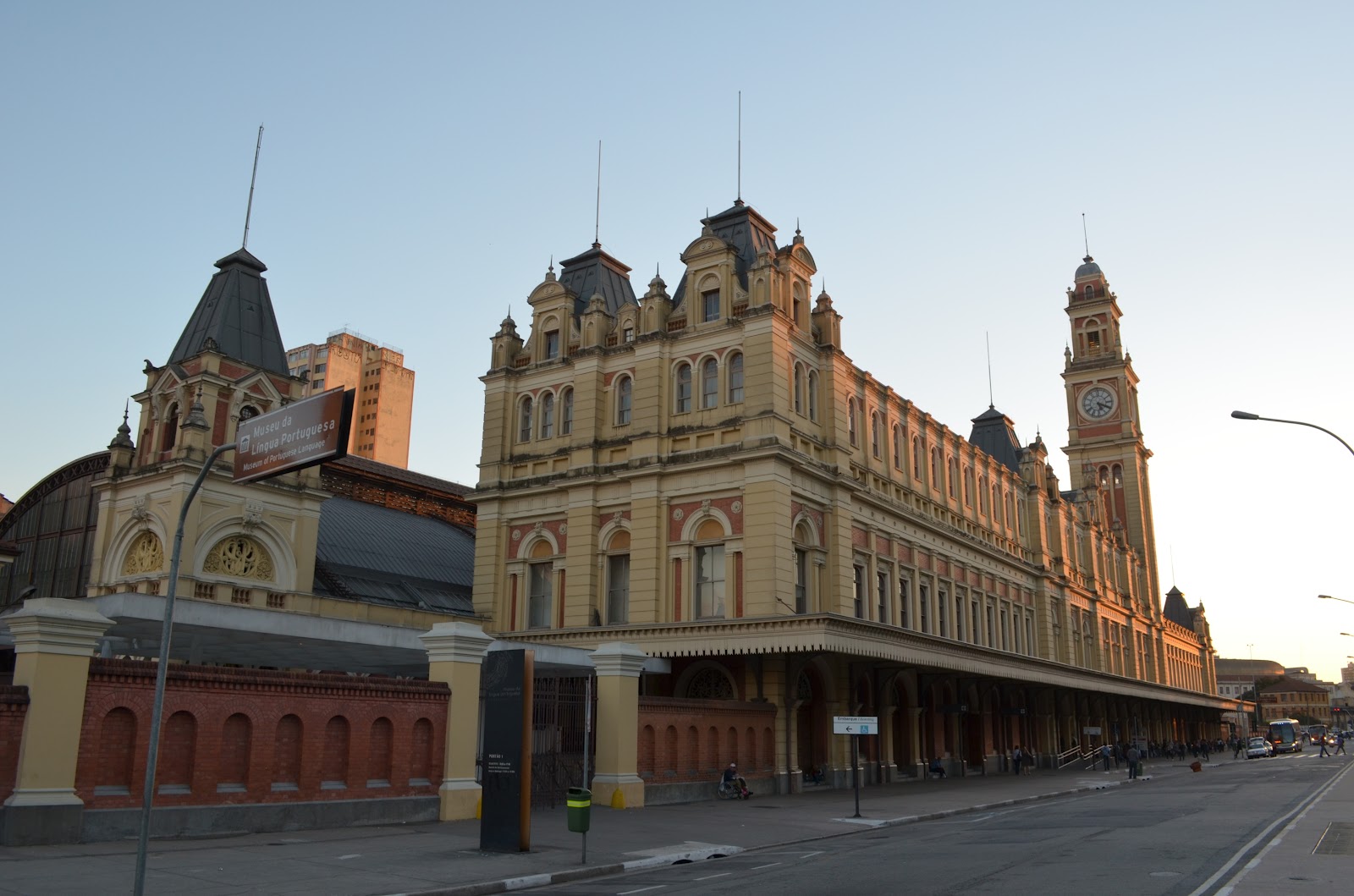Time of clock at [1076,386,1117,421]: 5:19
